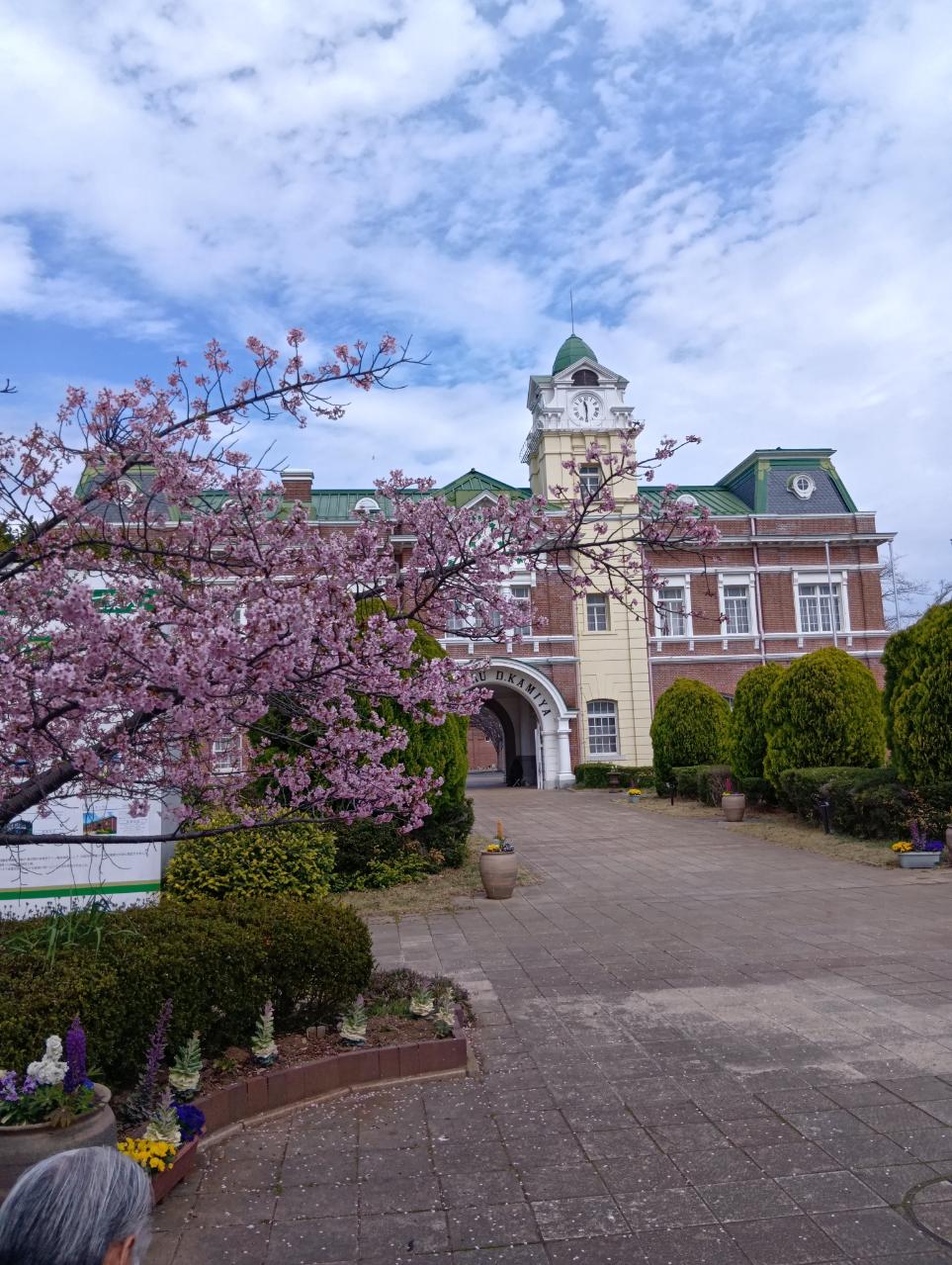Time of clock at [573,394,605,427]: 11:30
